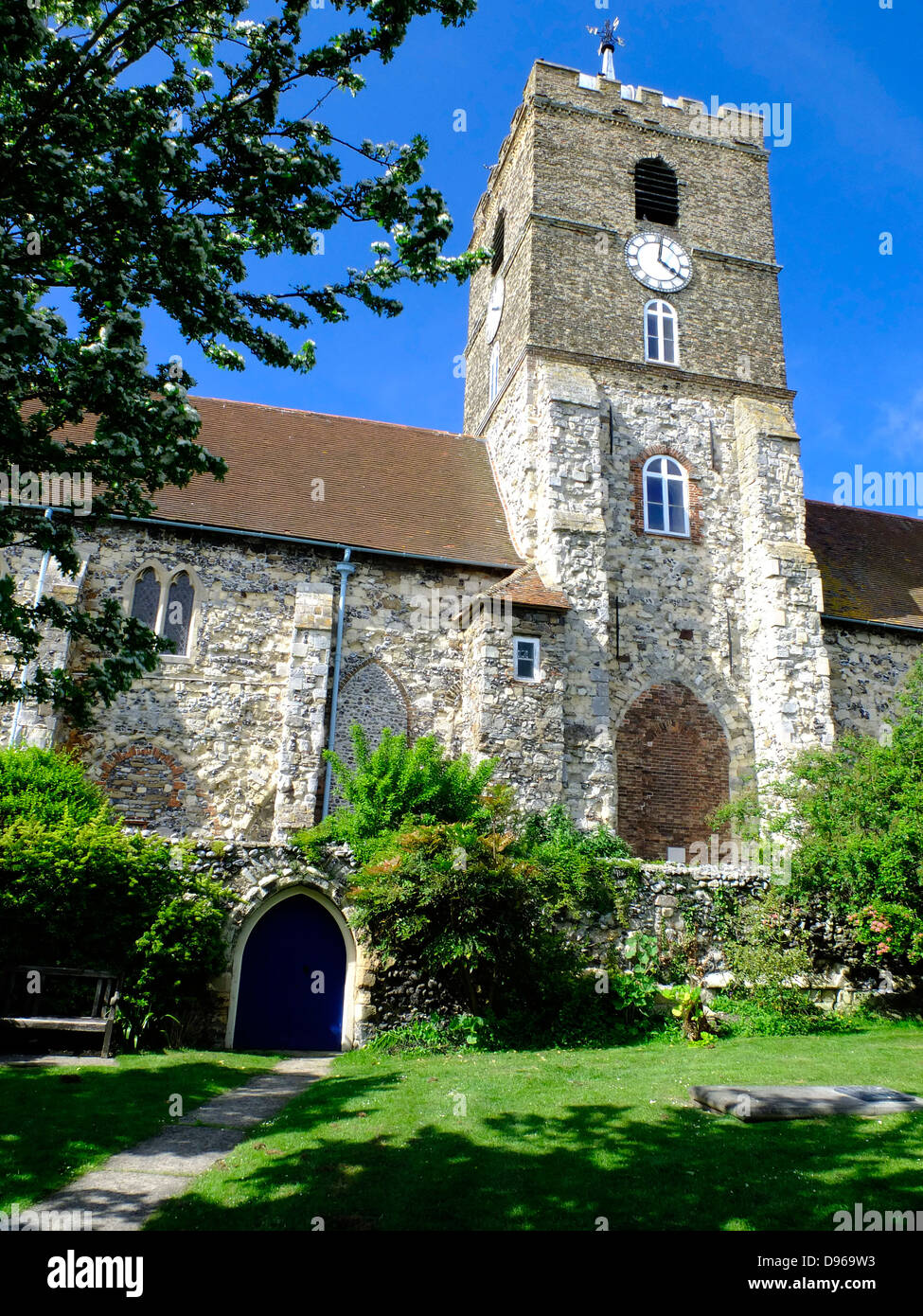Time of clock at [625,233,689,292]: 4:01
